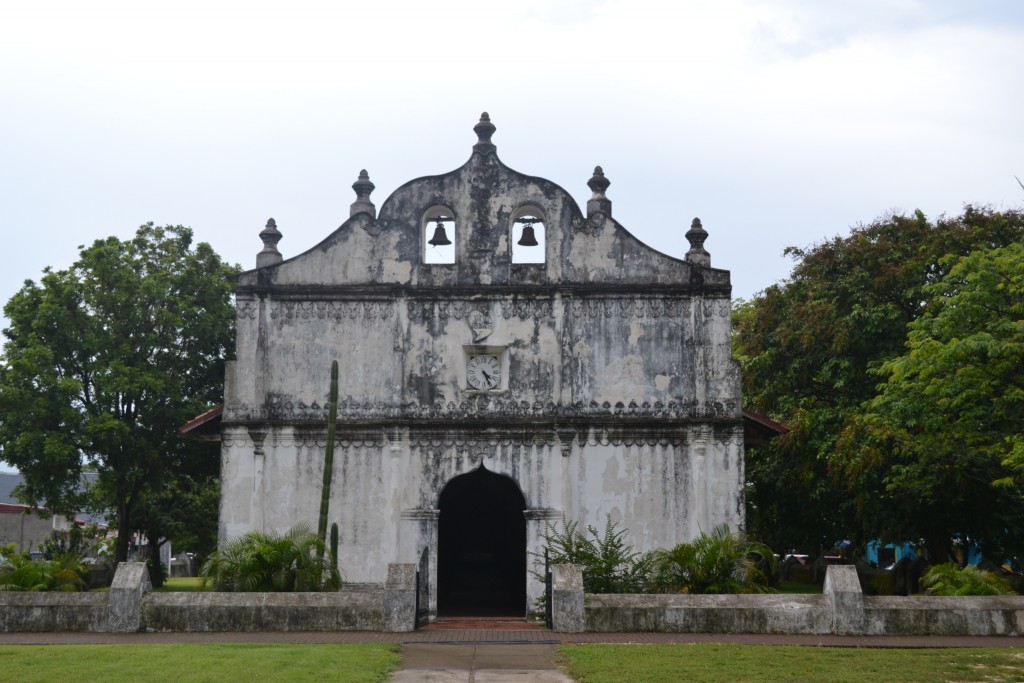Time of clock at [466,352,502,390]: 4:26
